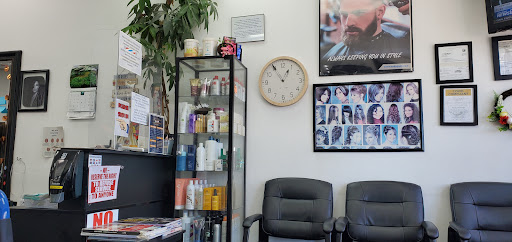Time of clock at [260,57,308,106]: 12:54
